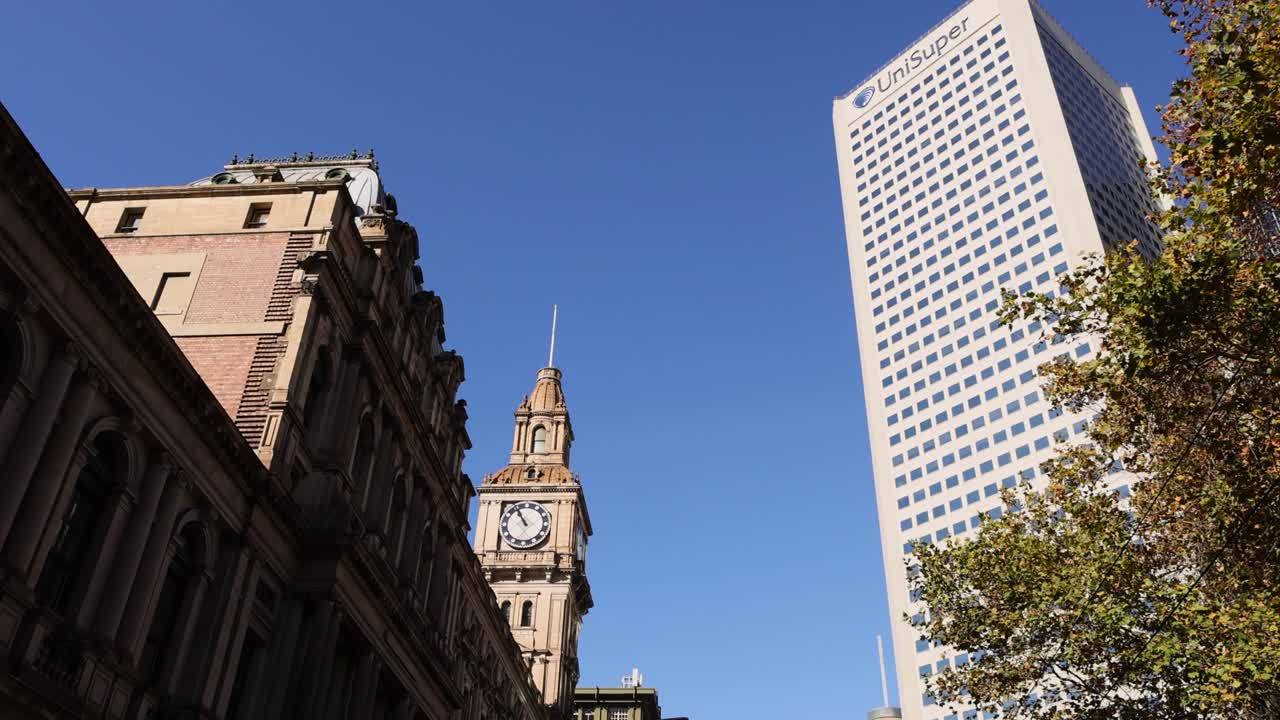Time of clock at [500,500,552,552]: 10:55
